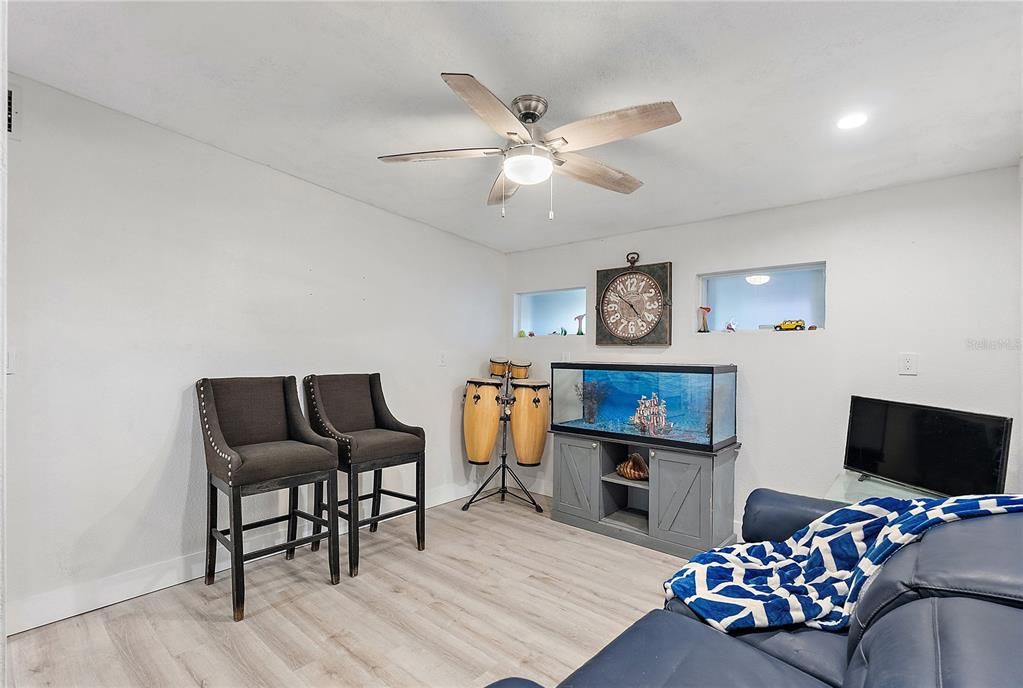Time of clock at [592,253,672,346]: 4:50
